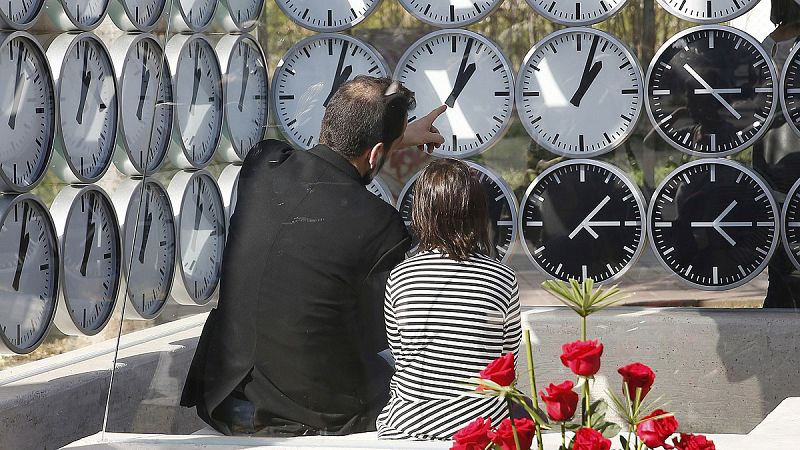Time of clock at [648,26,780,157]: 10:22
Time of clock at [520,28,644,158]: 1:03
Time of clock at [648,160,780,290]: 1:15
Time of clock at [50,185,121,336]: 1:03
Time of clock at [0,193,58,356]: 1:03
